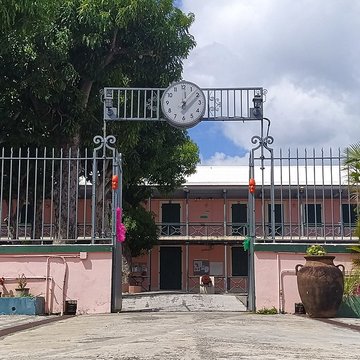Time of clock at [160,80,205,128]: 12:07
